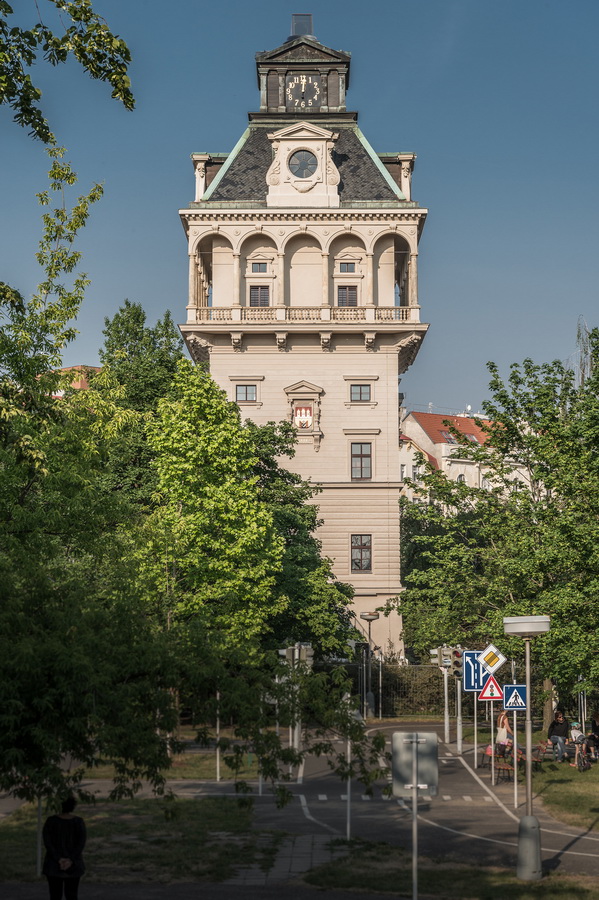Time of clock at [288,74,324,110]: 12:00
